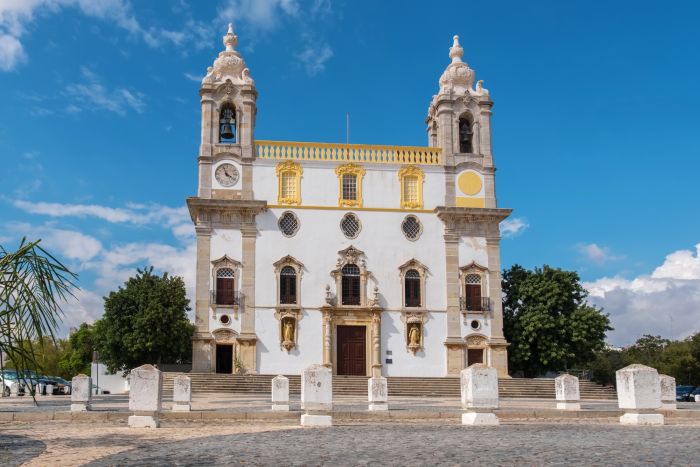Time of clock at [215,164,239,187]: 11:21
